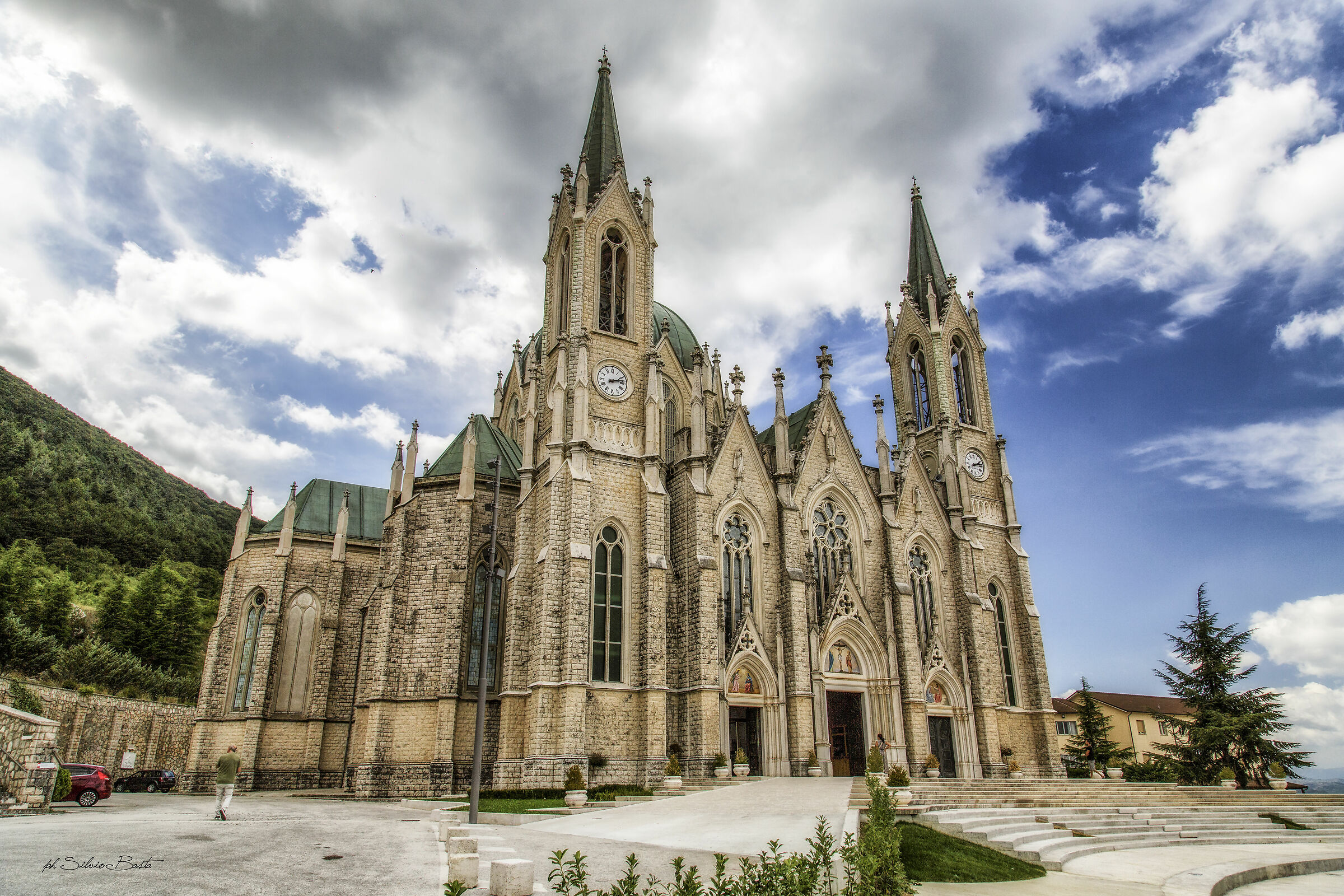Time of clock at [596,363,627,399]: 2:12
